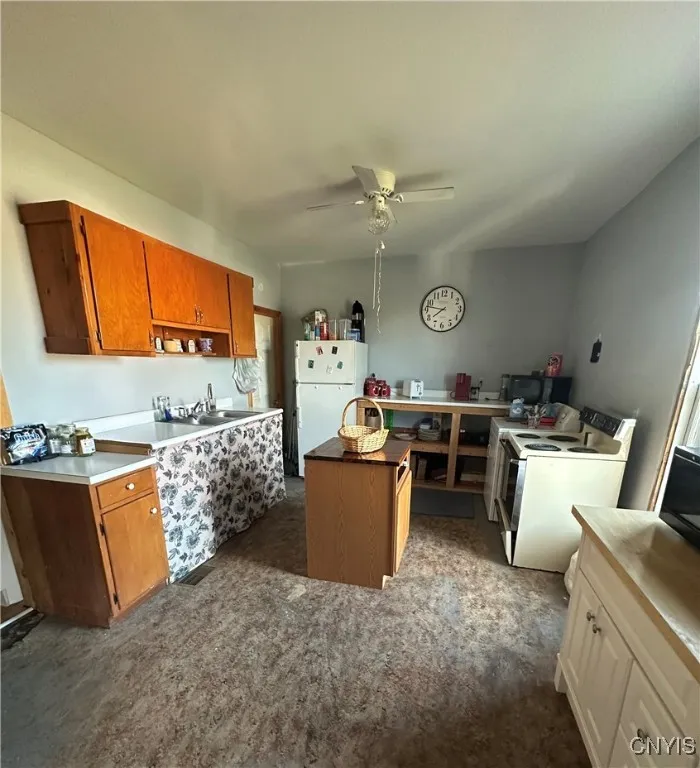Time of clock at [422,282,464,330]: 7:46
